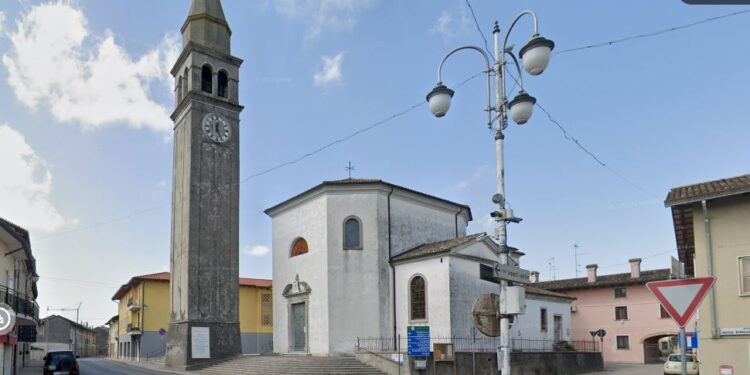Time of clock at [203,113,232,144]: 12:26
